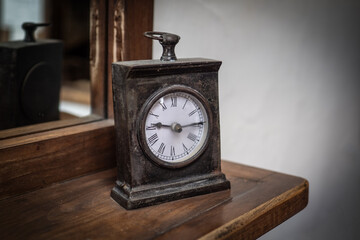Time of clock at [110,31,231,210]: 9:14
